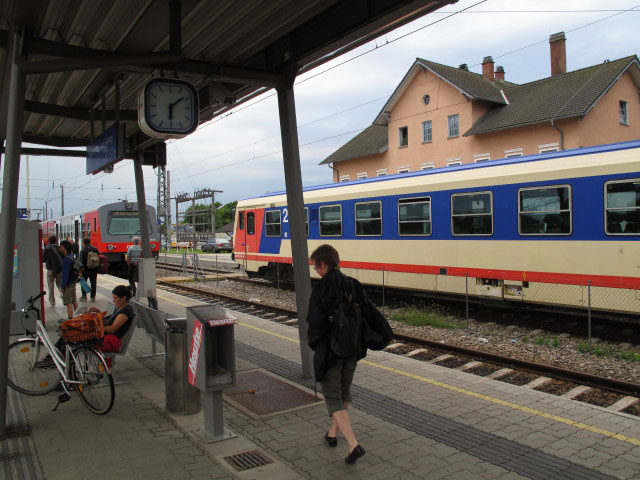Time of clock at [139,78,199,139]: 6:08
